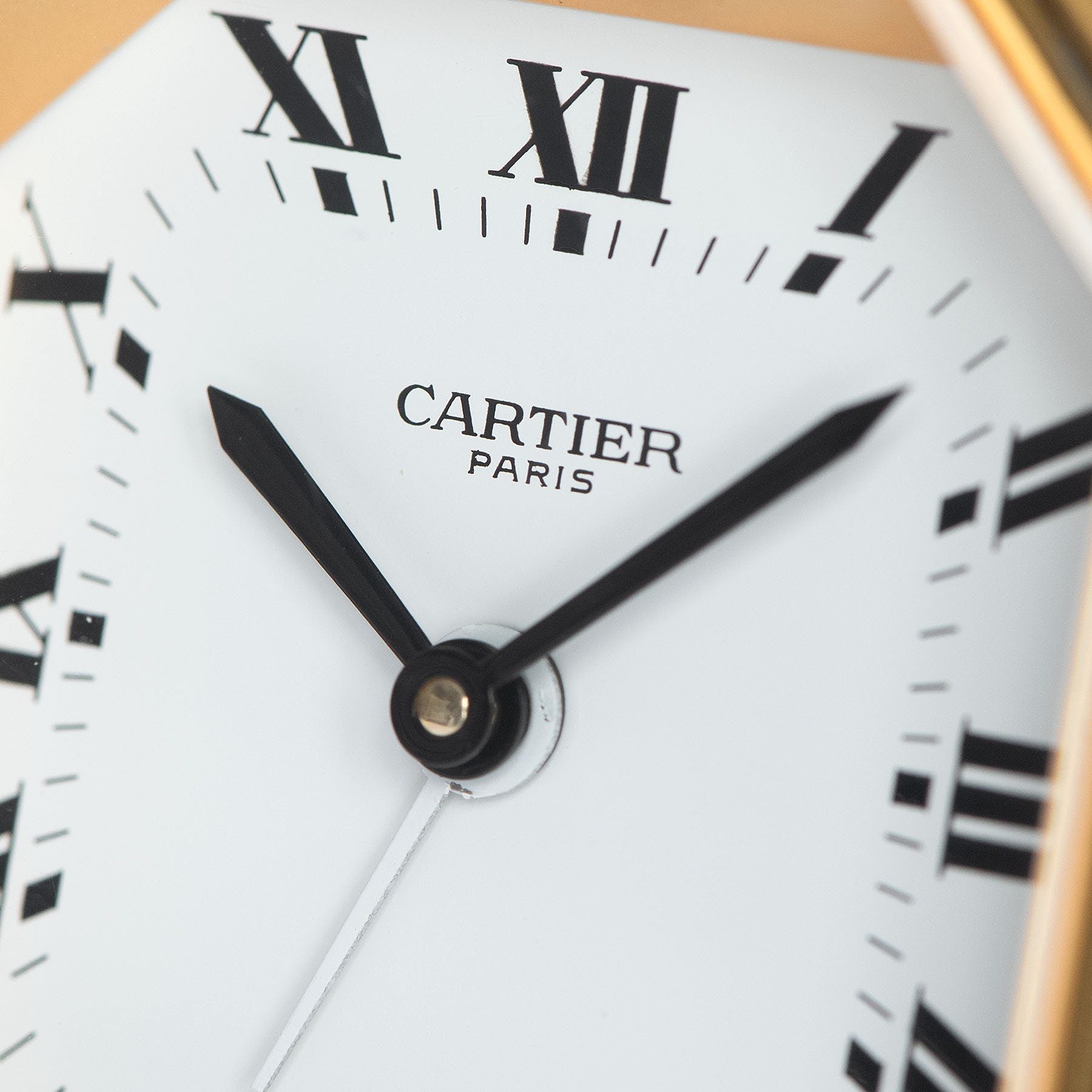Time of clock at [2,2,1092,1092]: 10:07
